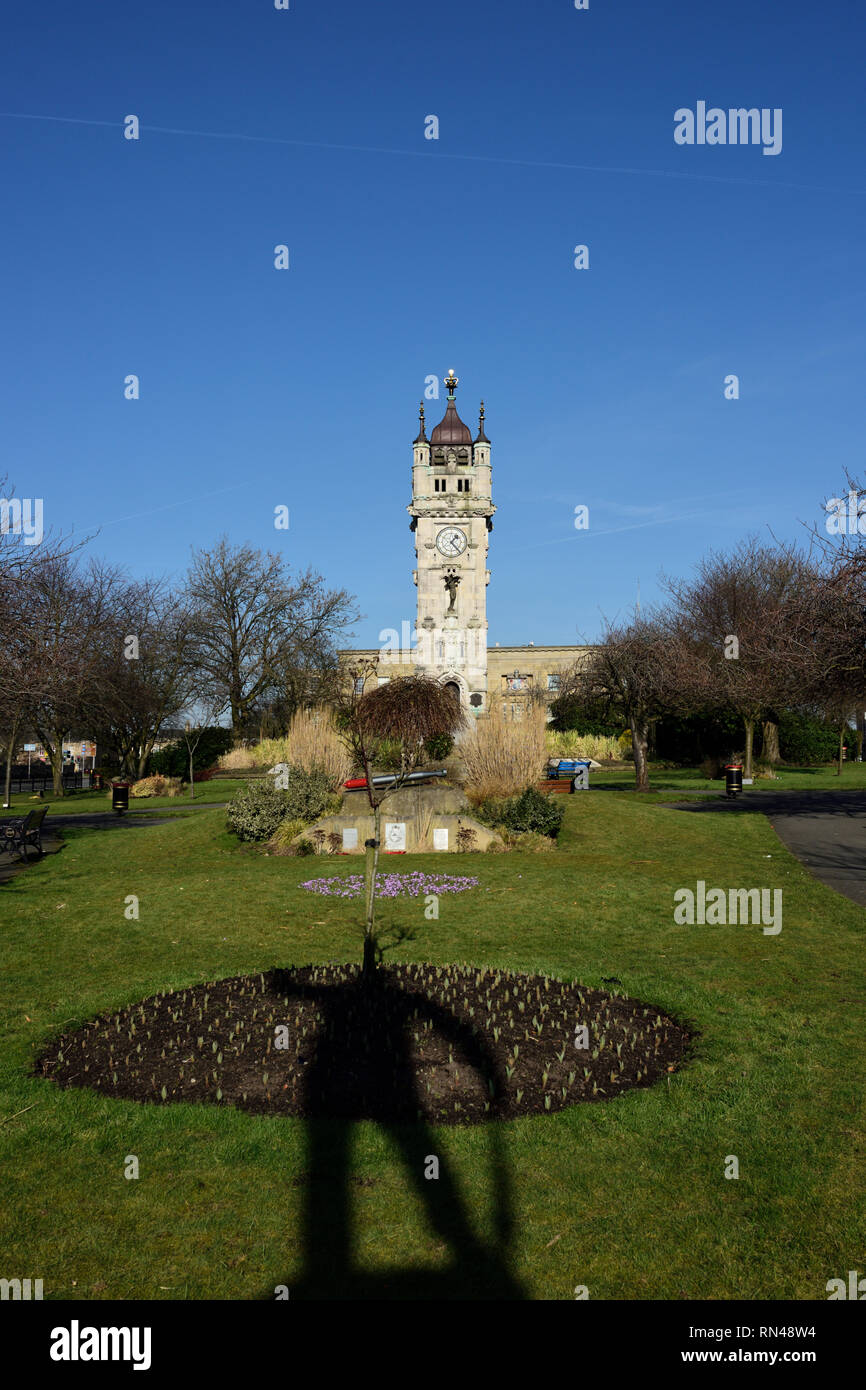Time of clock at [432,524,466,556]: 1:22
